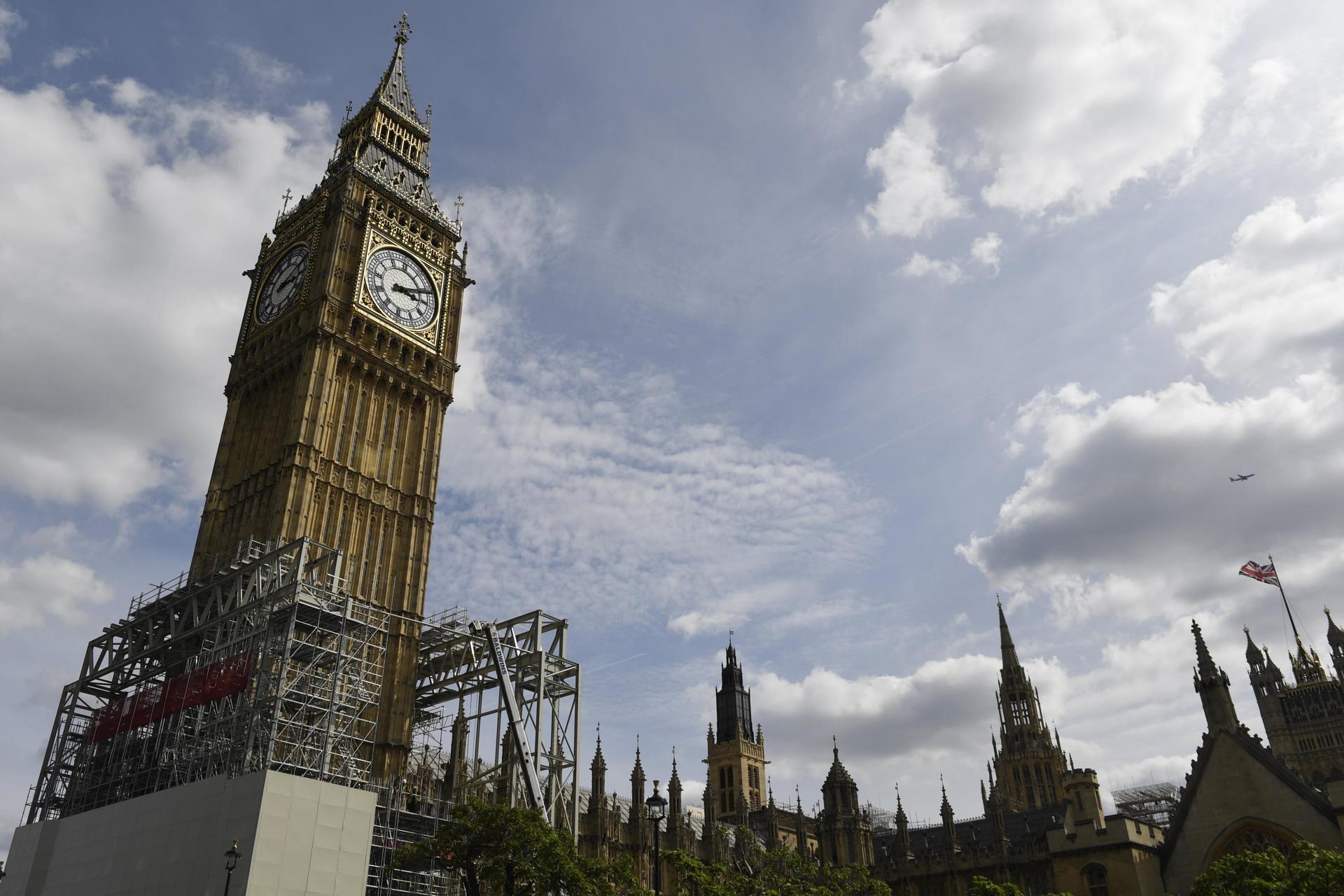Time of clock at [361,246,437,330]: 3:11
